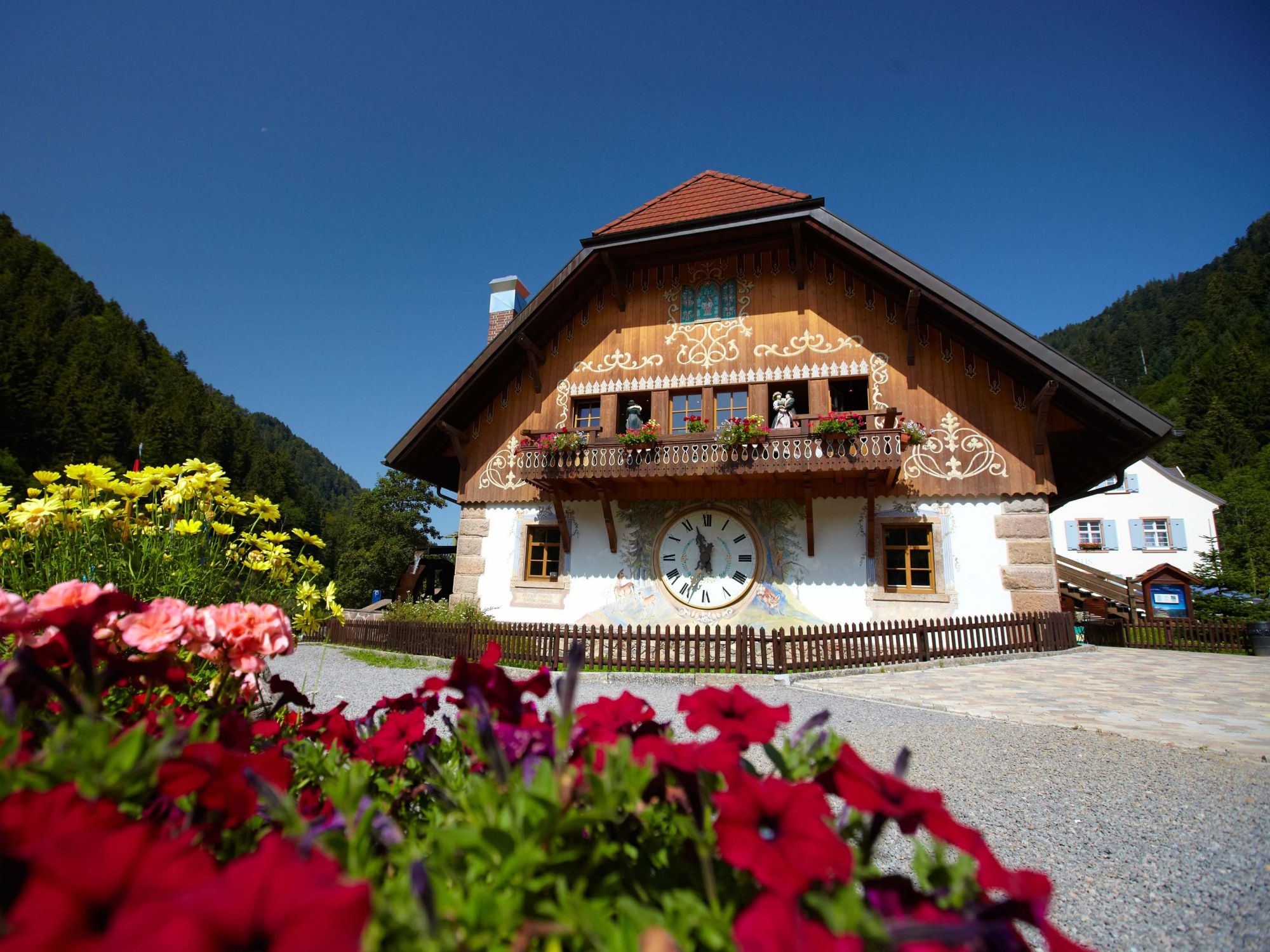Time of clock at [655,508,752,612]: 11:33
